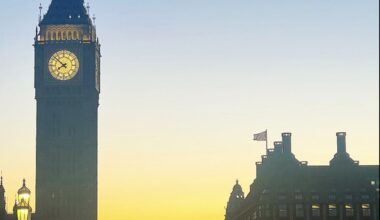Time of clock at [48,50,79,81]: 7:52
